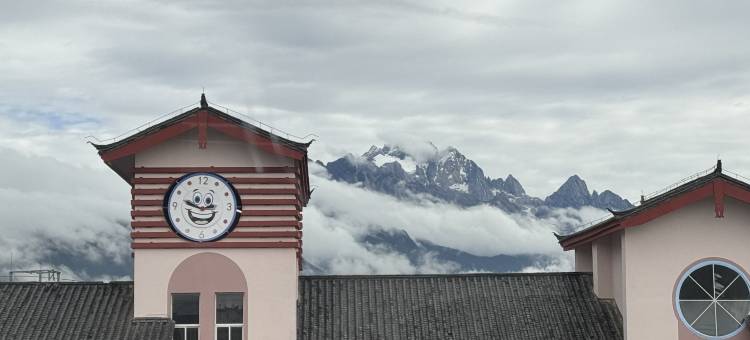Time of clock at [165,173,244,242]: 2:48
